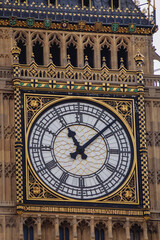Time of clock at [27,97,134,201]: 11:07
